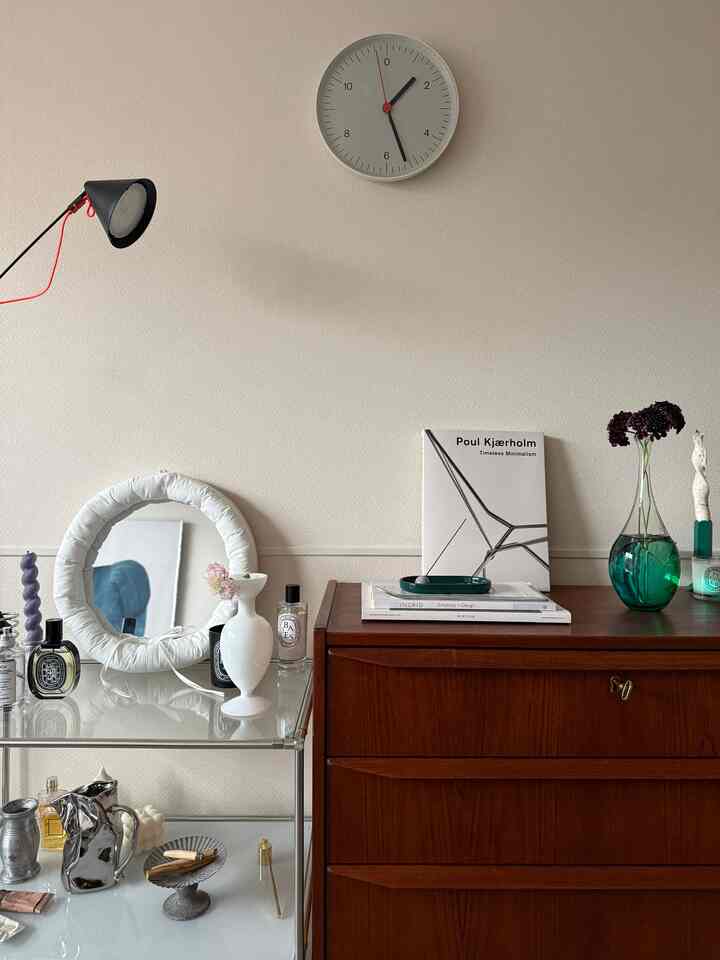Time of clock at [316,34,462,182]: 1:26
